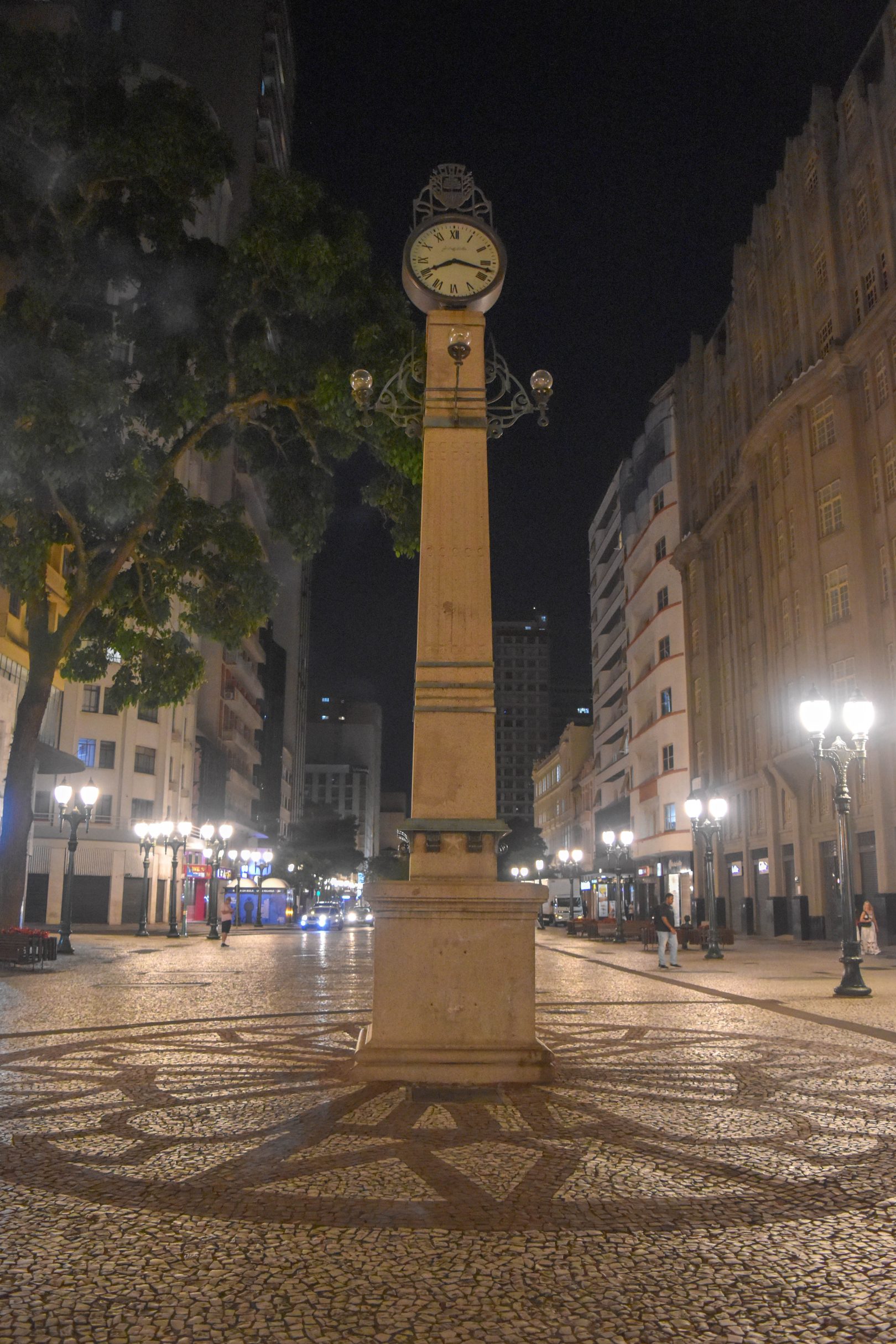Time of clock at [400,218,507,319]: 8:17
